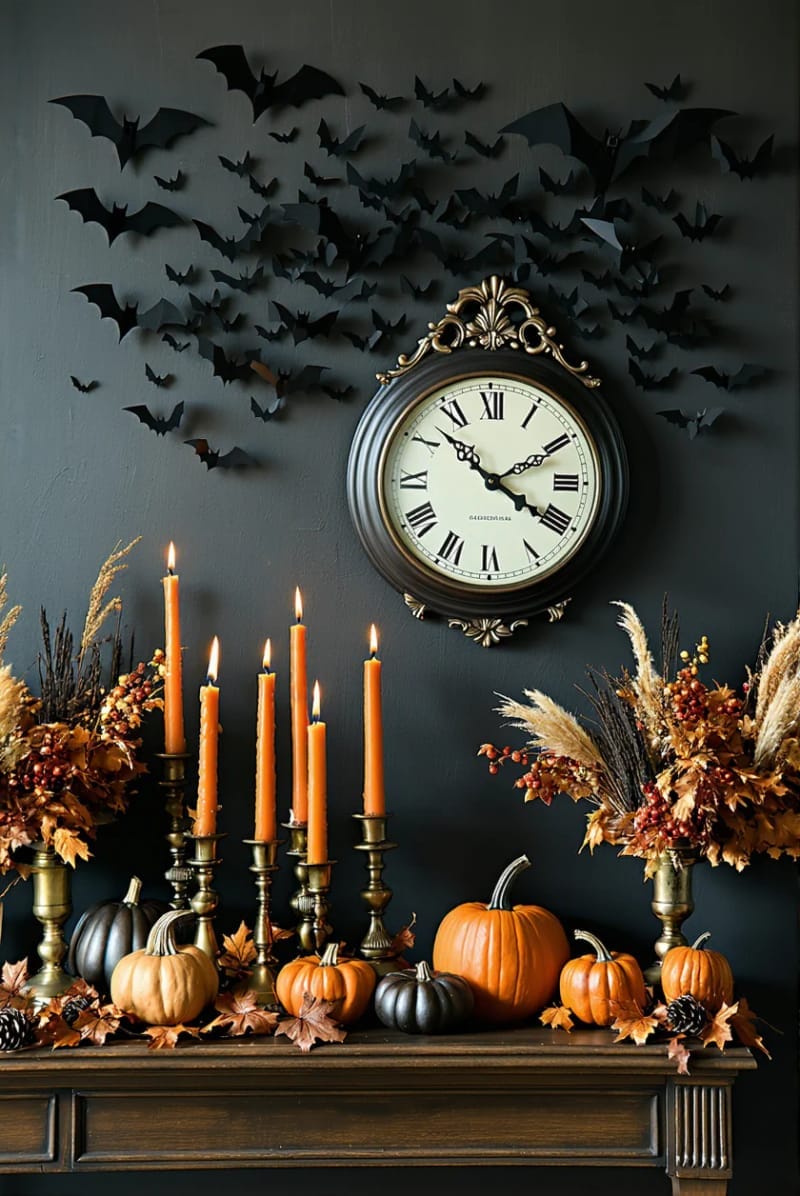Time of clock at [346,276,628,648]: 3:52
